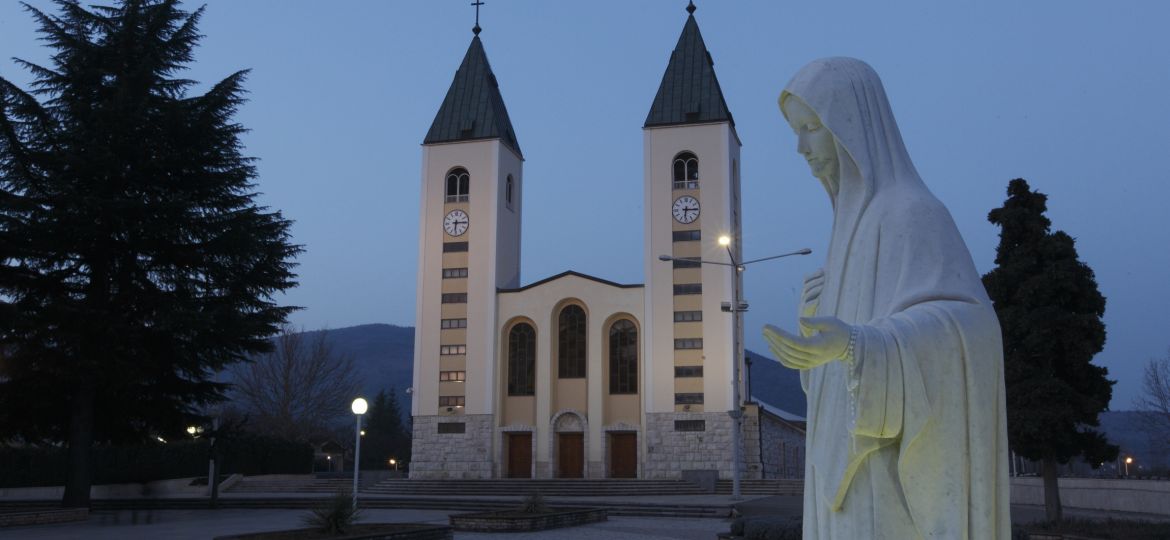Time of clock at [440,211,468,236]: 6:14
